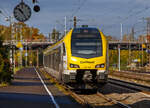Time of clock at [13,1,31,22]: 10:24
